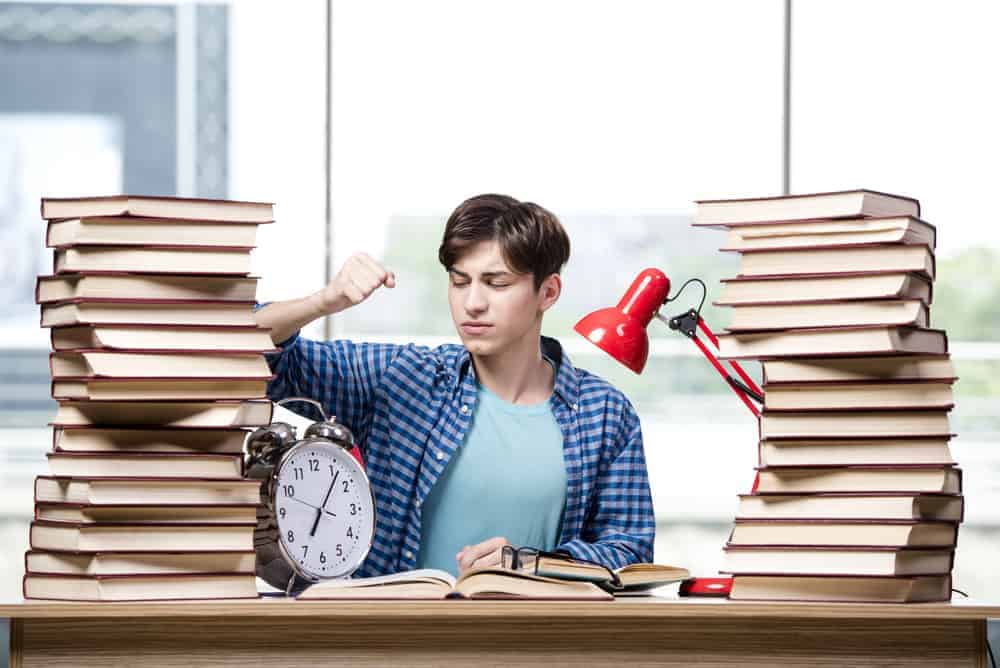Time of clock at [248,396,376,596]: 7:06
